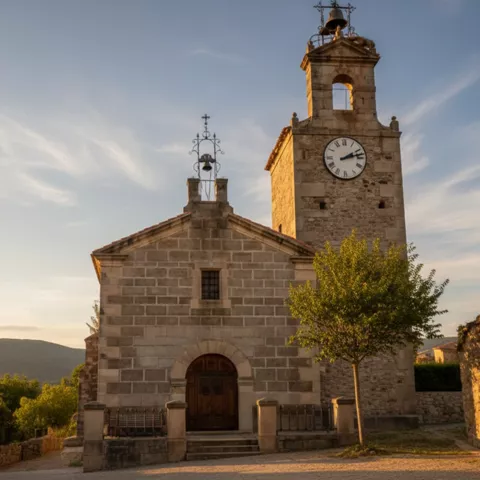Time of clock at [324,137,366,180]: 2:12
